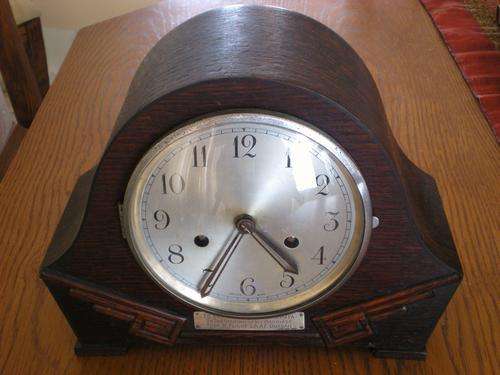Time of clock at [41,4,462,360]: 4:35
